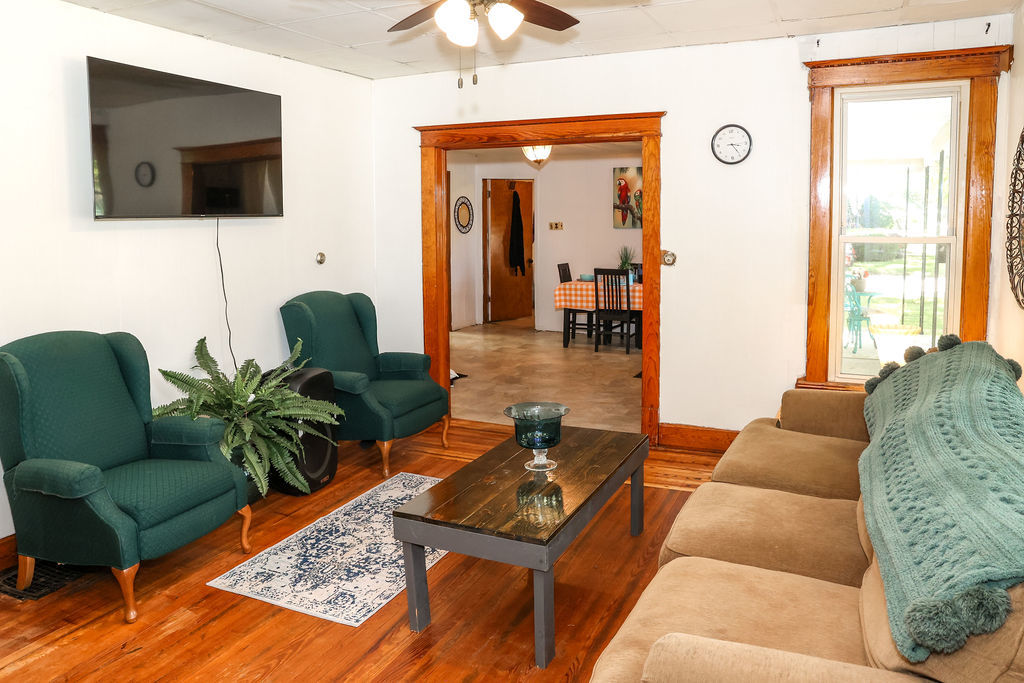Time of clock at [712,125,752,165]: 3:24
